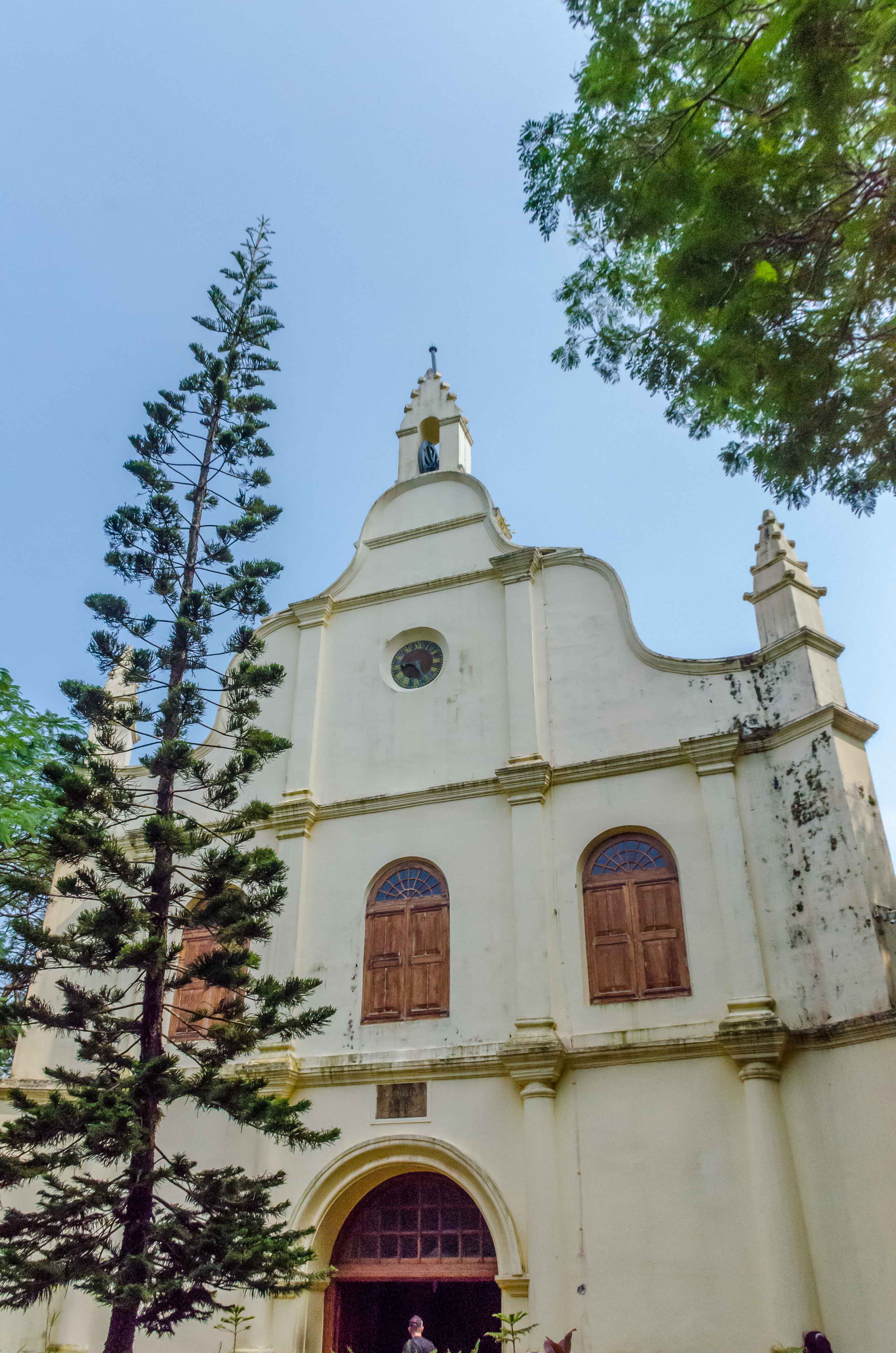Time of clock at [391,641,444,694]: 9:25
